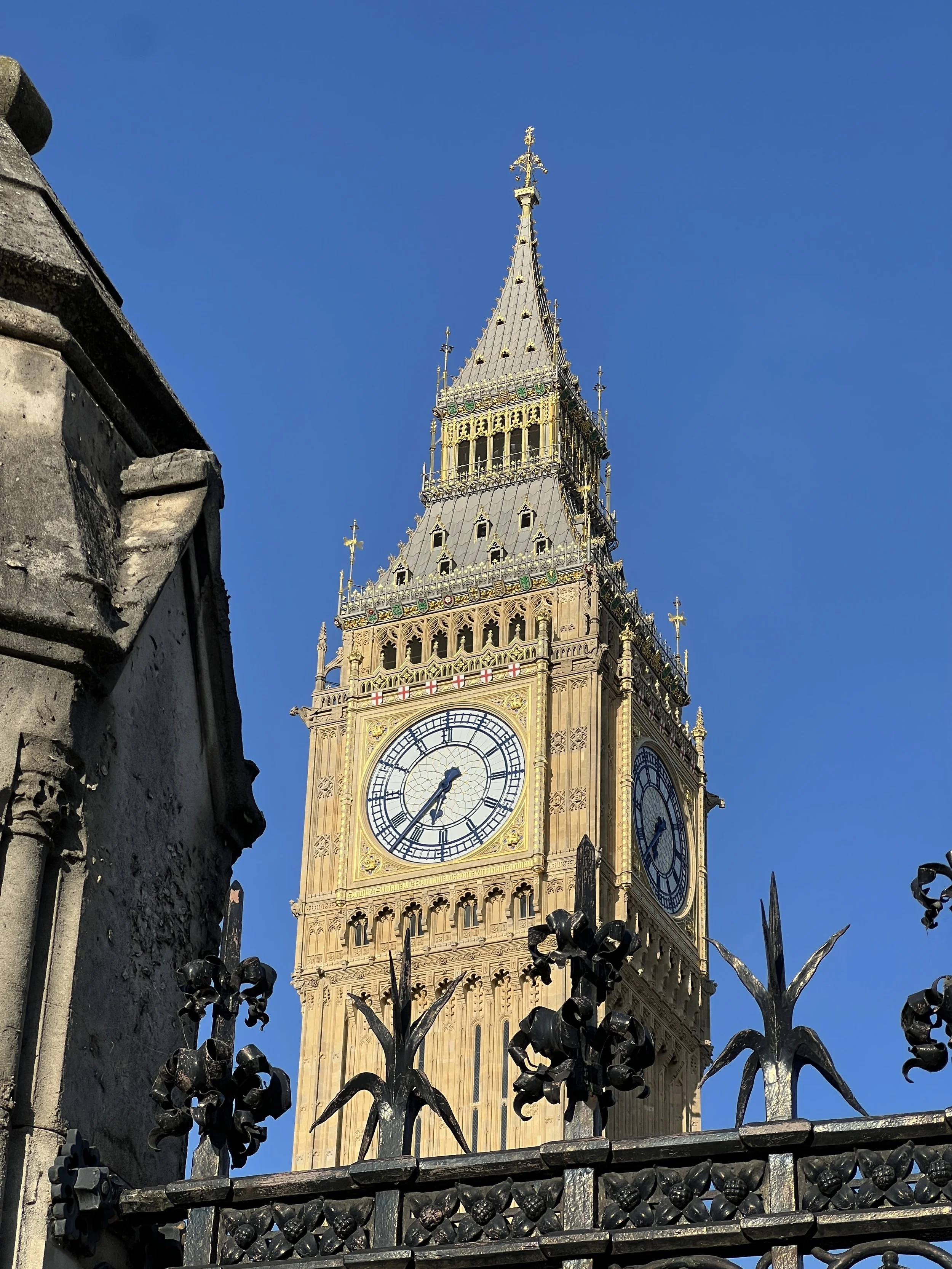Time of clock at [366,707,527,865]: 6:36
